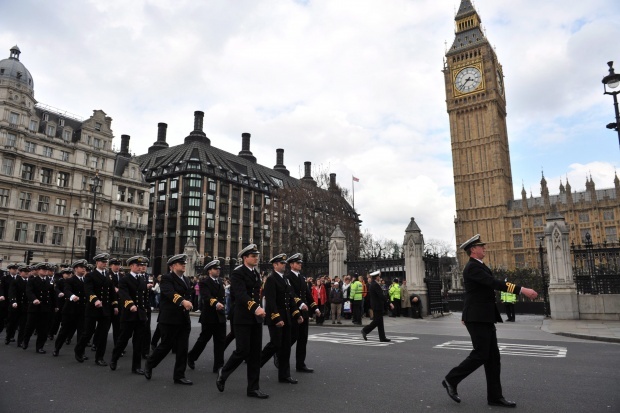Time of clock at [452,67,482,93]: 3:37
